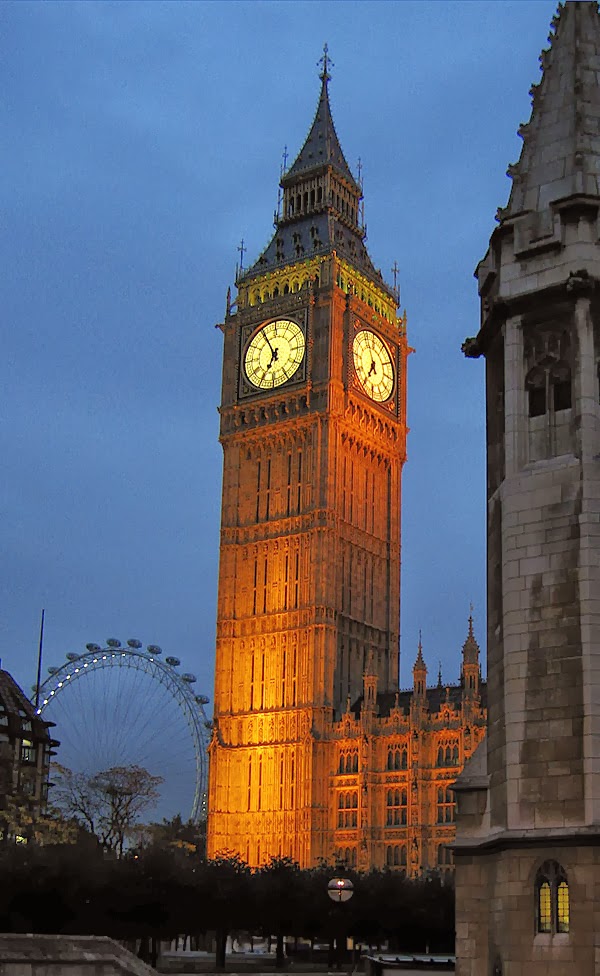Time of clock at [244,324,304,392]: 6:55
